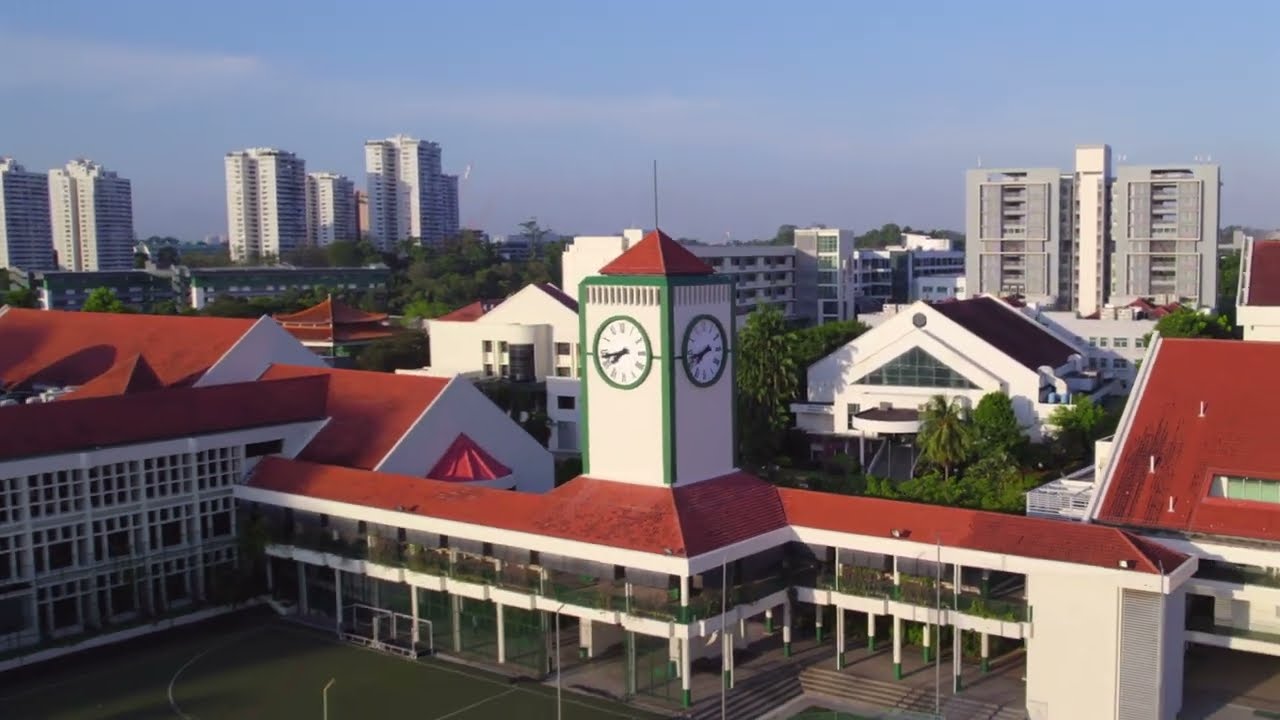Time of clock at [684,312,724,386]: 7:42
